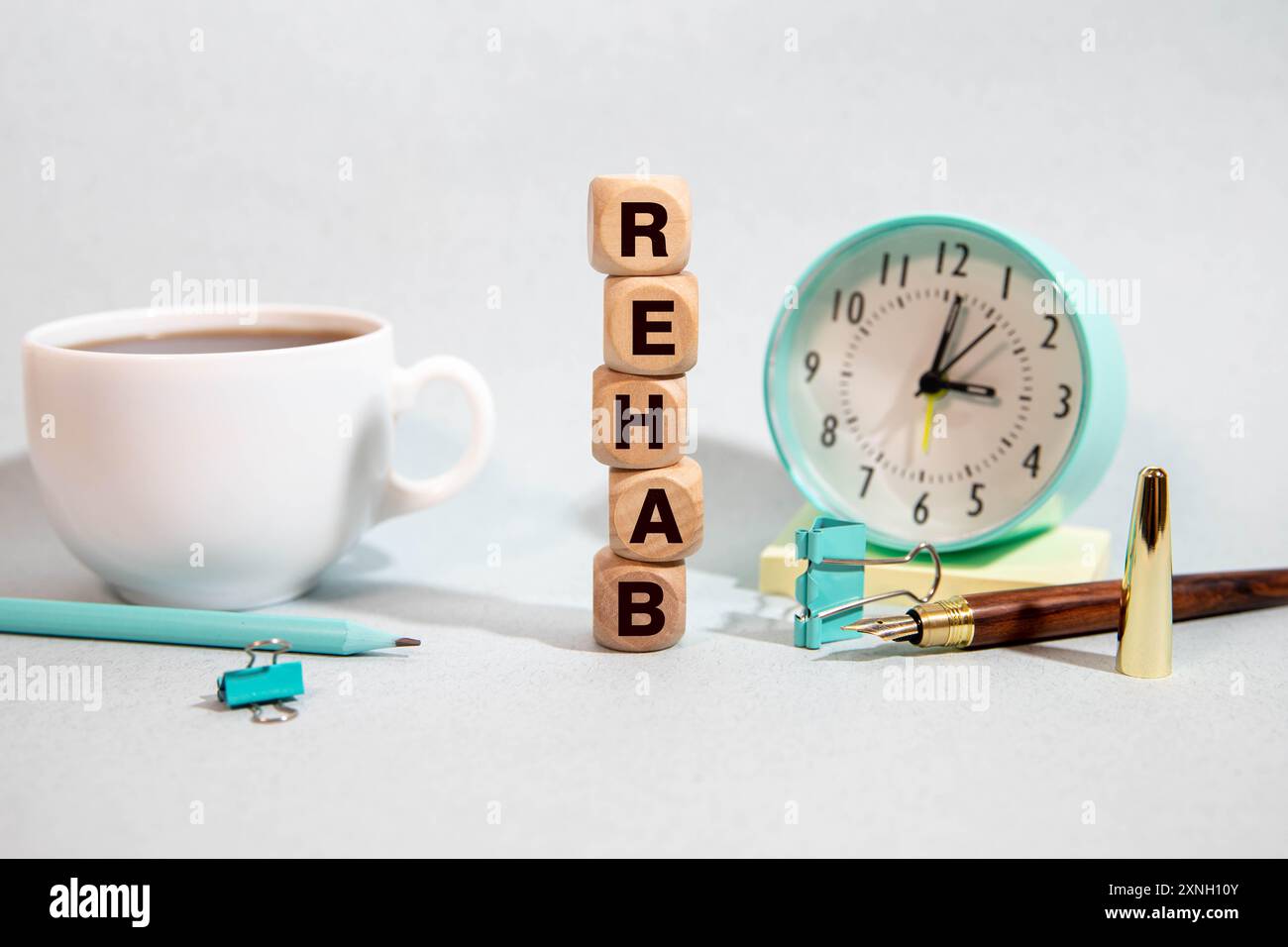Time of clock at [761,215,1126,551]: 3:01
